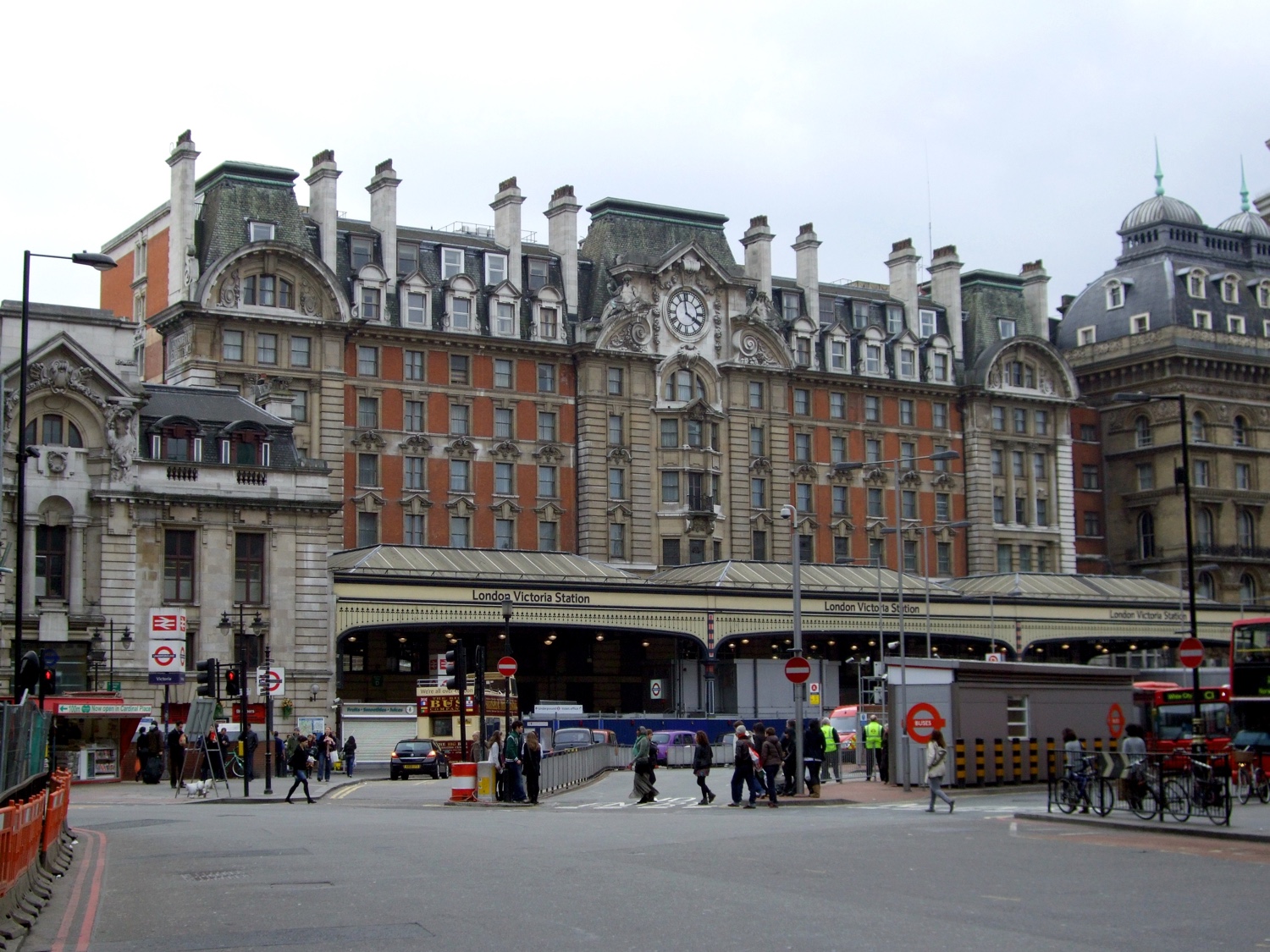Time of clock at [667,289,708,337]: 3:58
